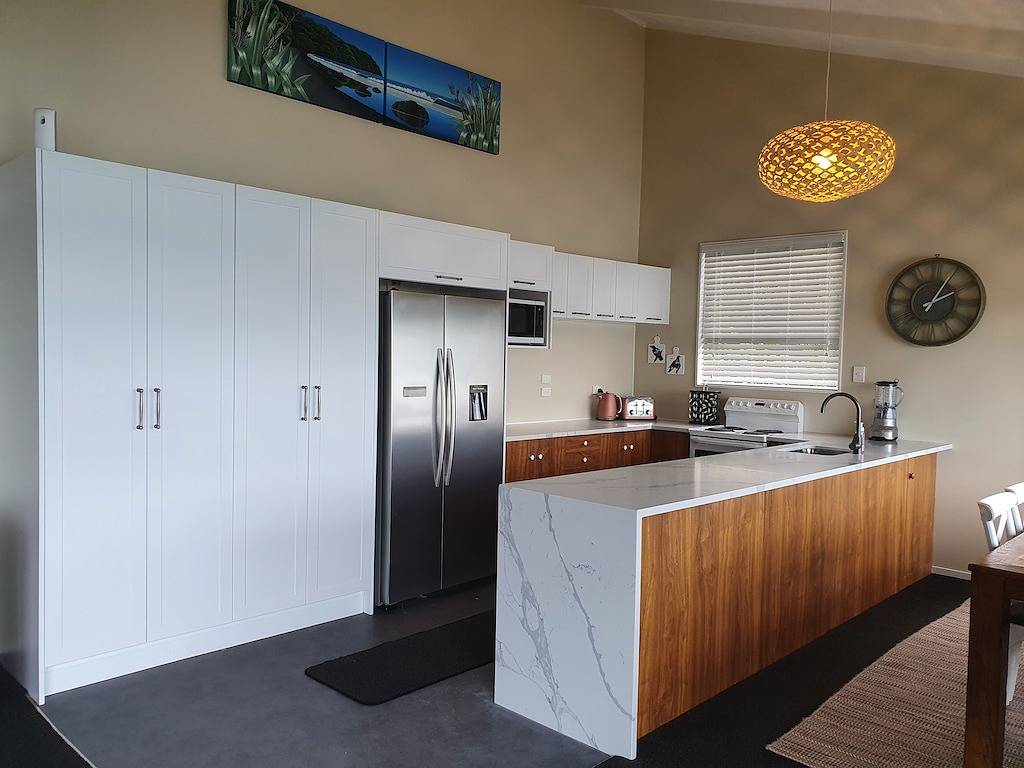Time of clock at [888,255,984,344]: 2:04
